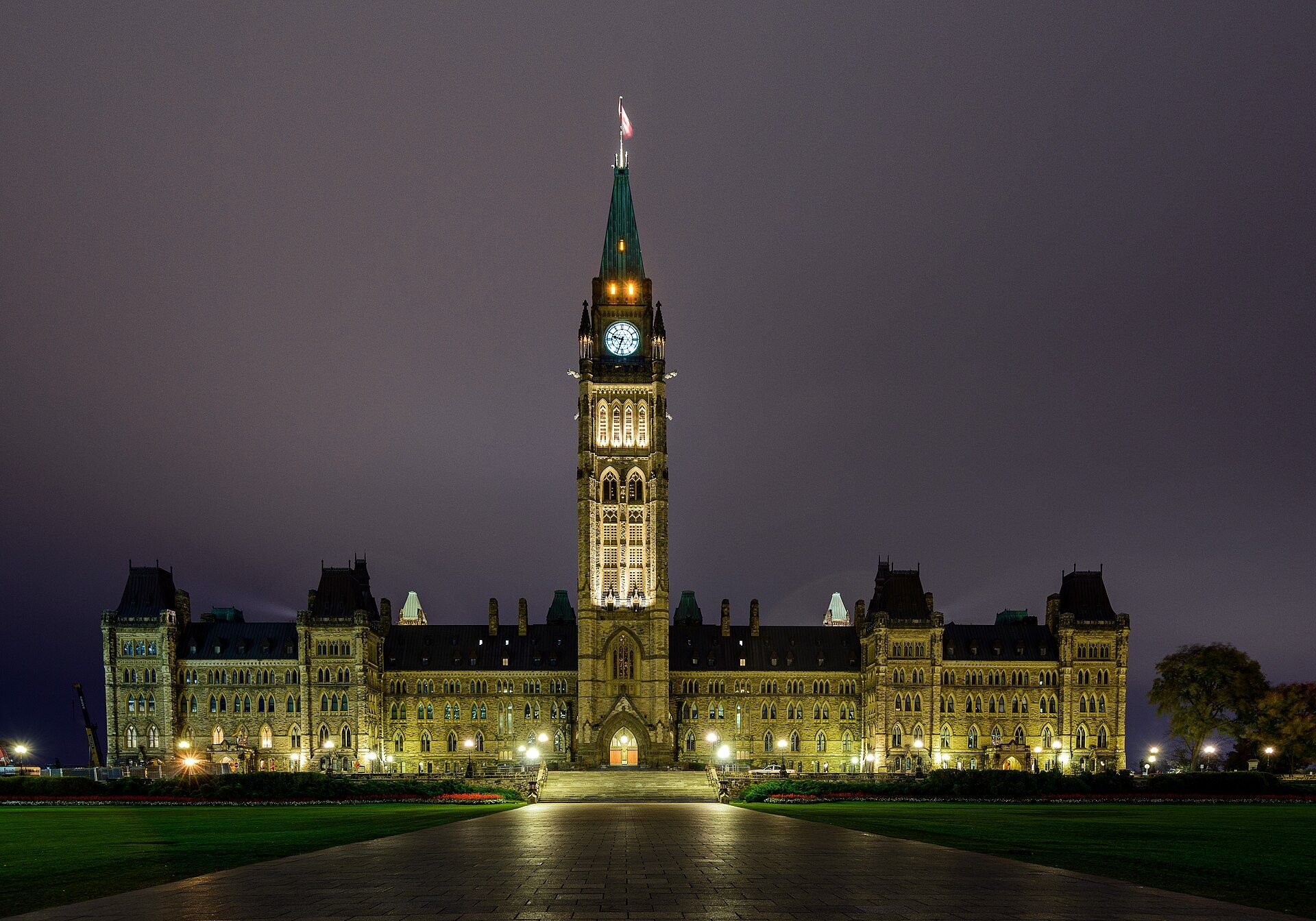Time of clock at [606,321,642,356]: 9:33
